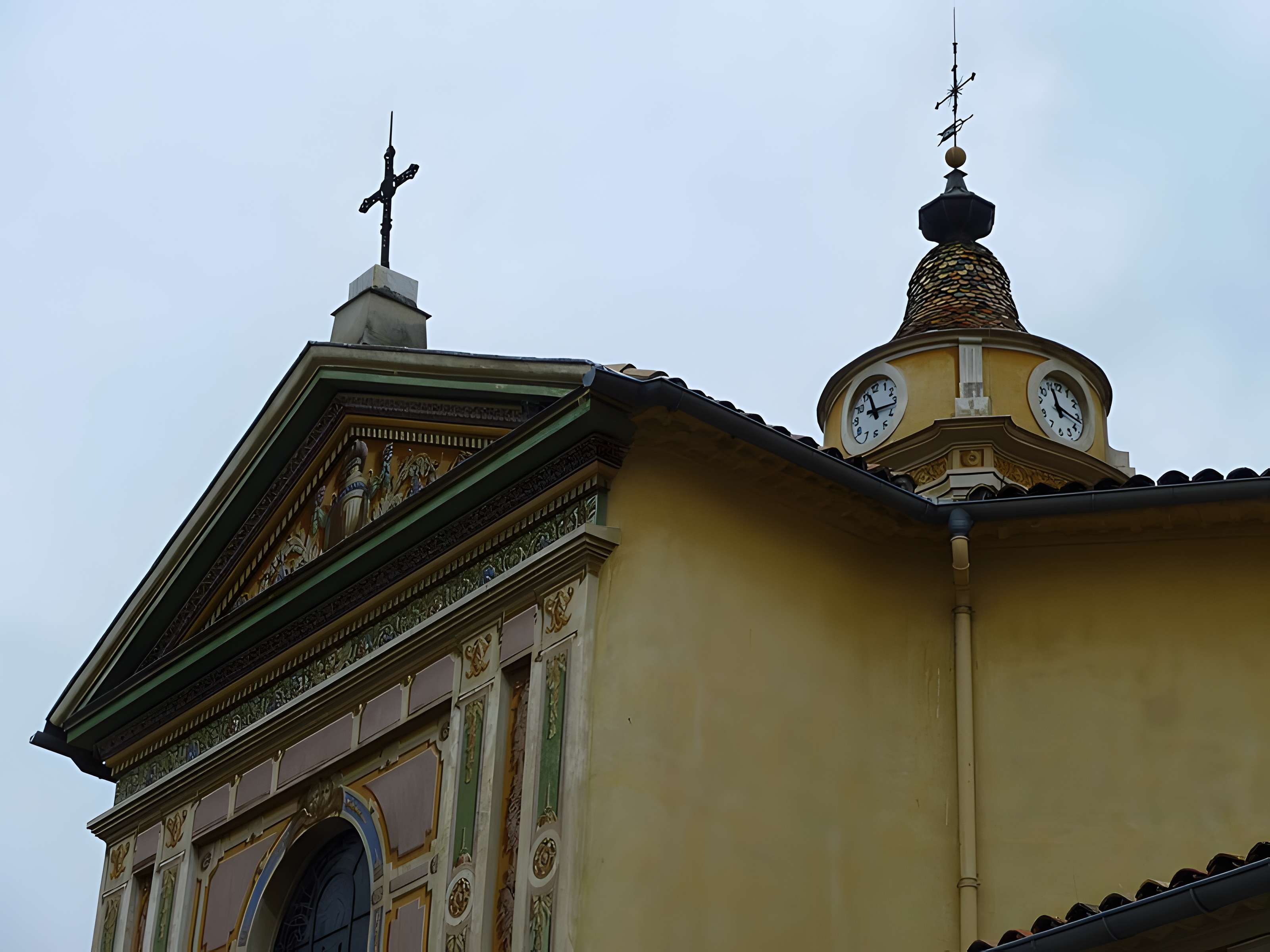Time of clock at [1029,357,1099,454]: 11:16
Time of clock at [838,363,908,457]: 11:16
